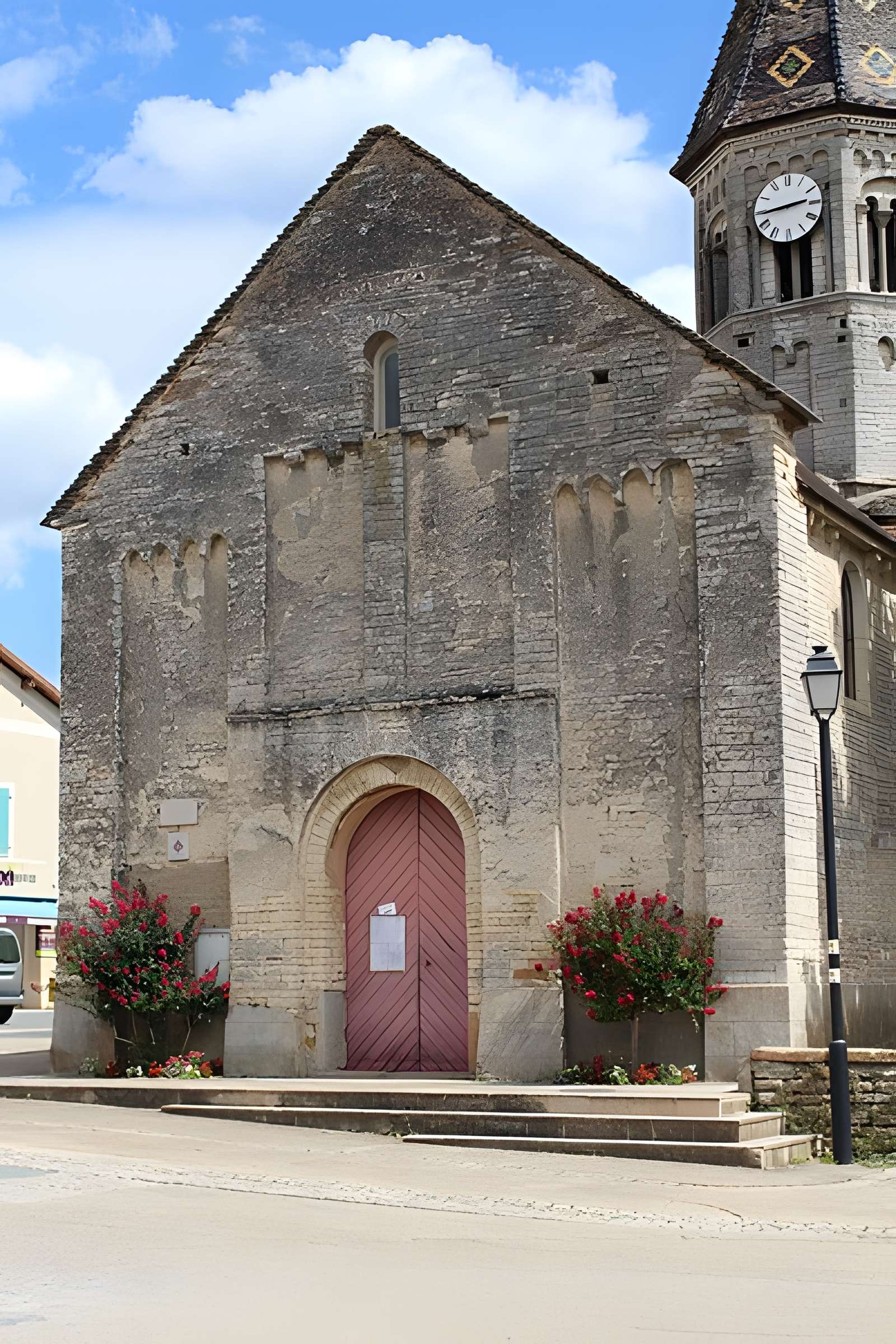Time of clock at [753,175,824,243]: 2:43
